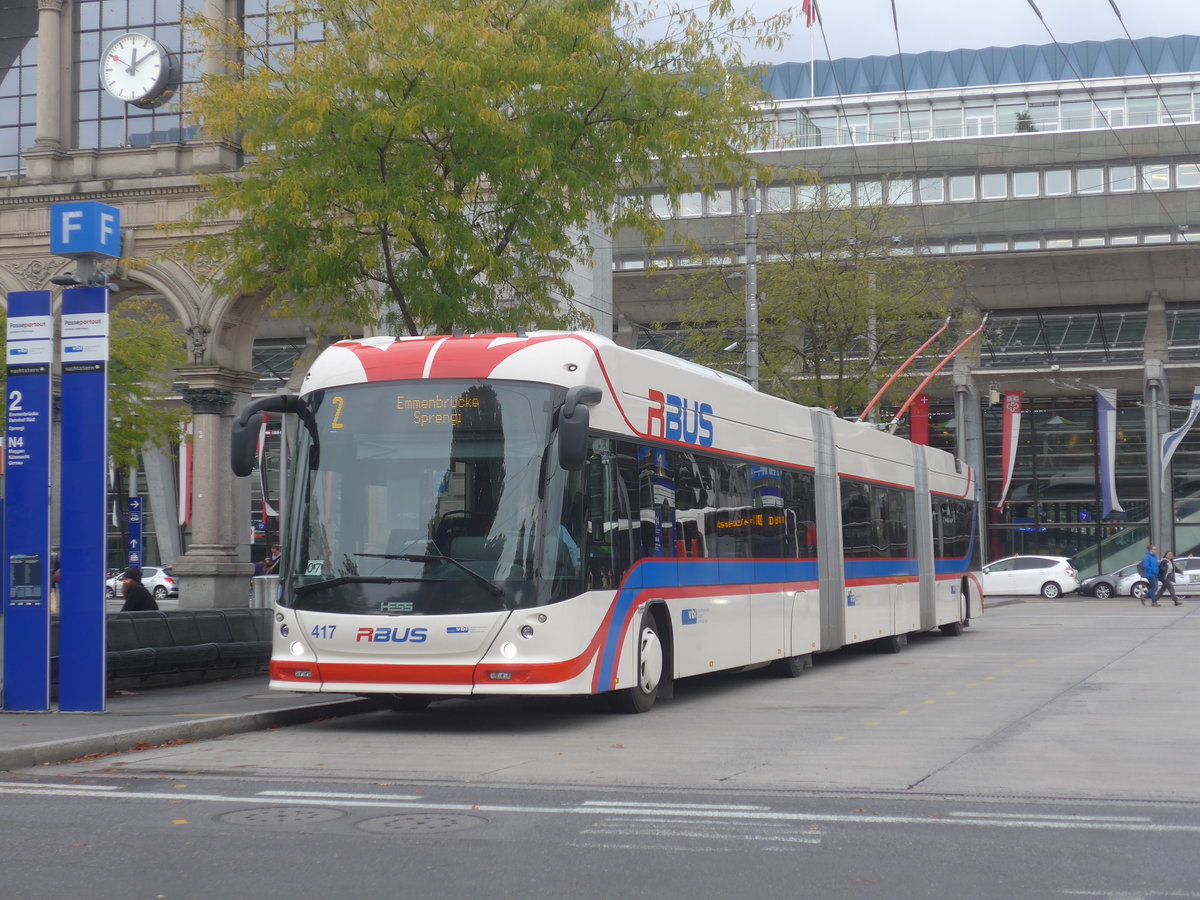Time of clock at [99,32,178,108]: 12:09
